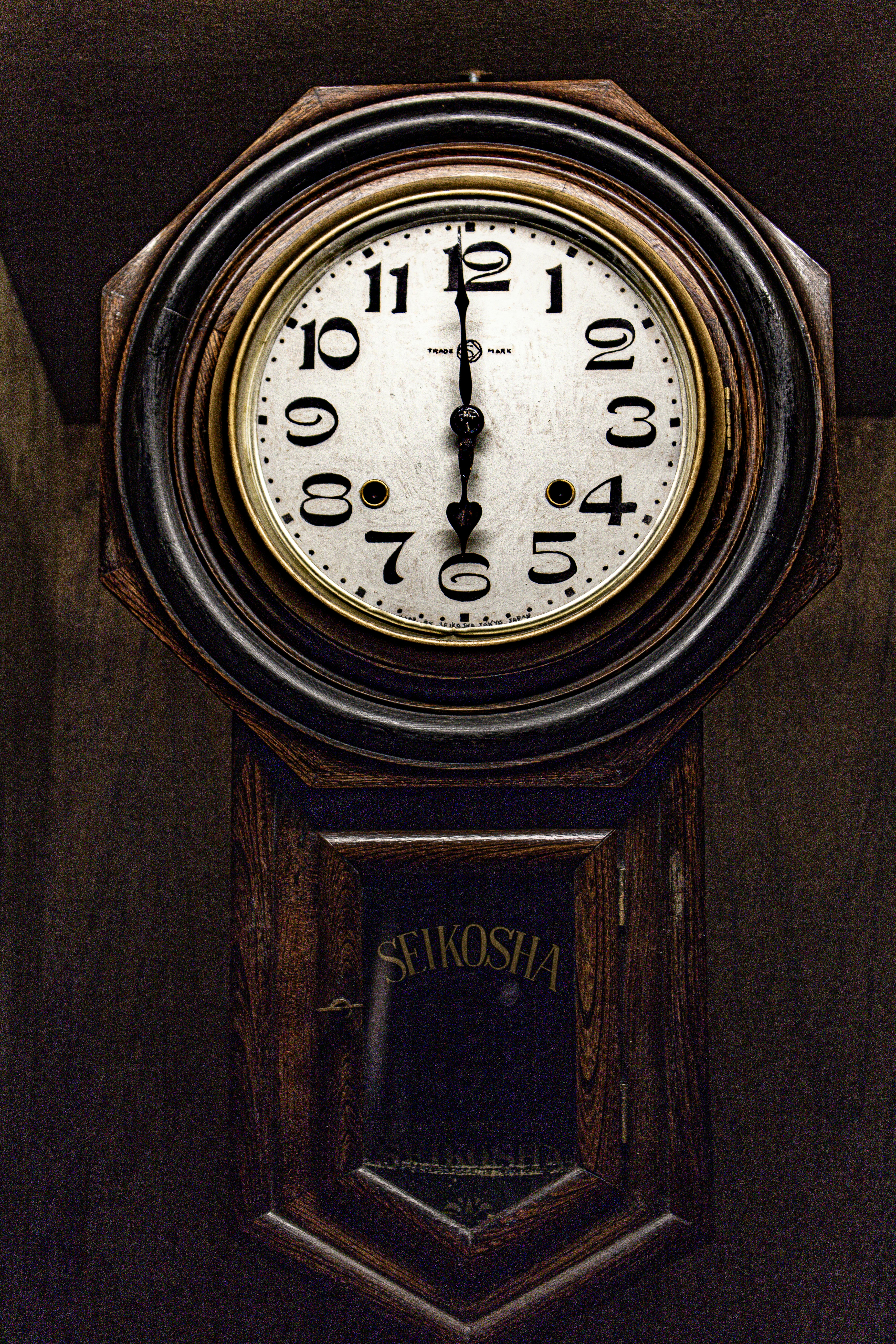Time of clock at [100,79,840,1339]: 5:59
